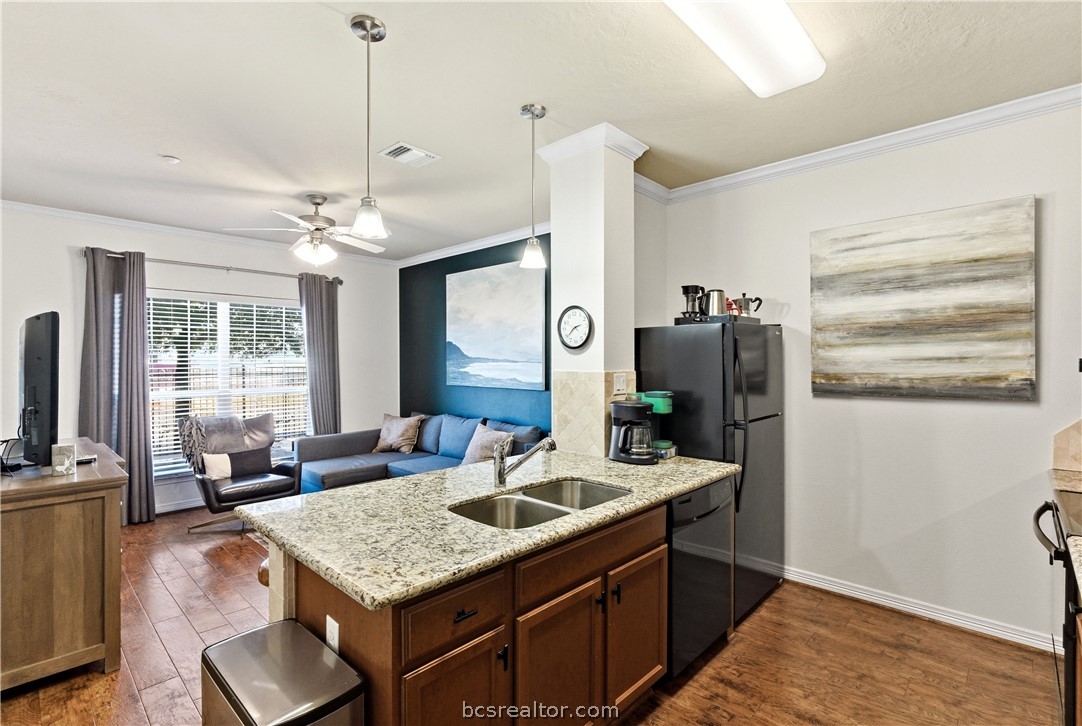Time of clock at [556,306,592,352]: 2:38
